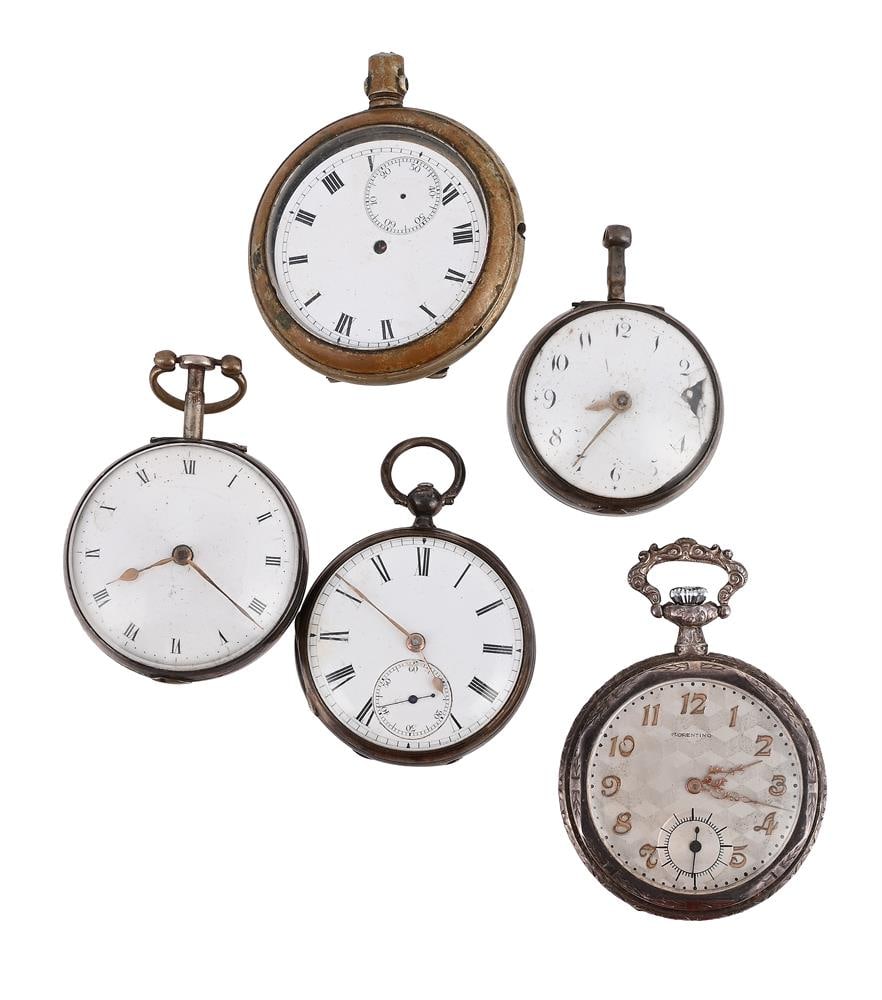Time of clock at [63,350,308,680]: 8:21
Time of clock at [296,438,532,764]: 4:35
